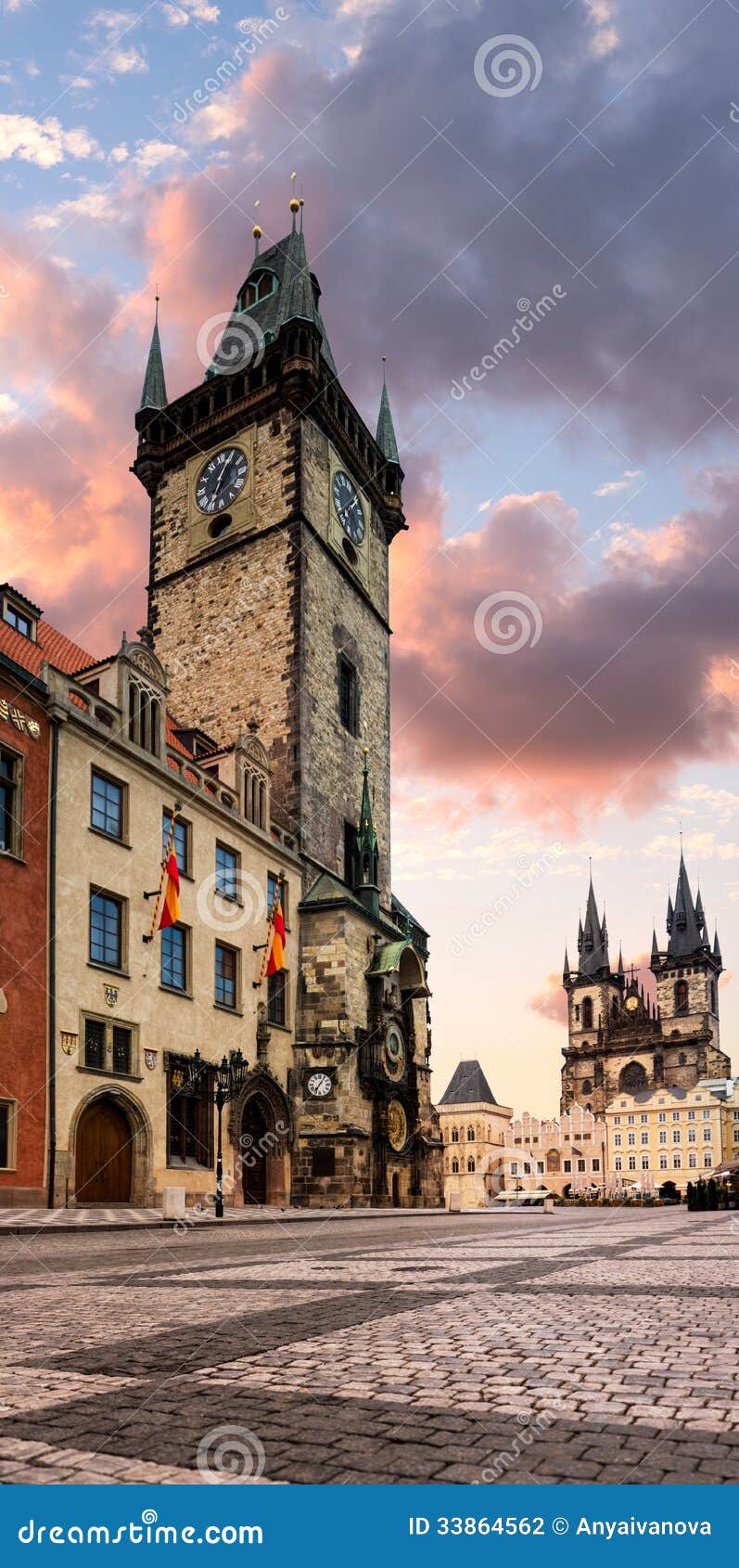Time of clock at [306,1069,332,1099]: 7:06
